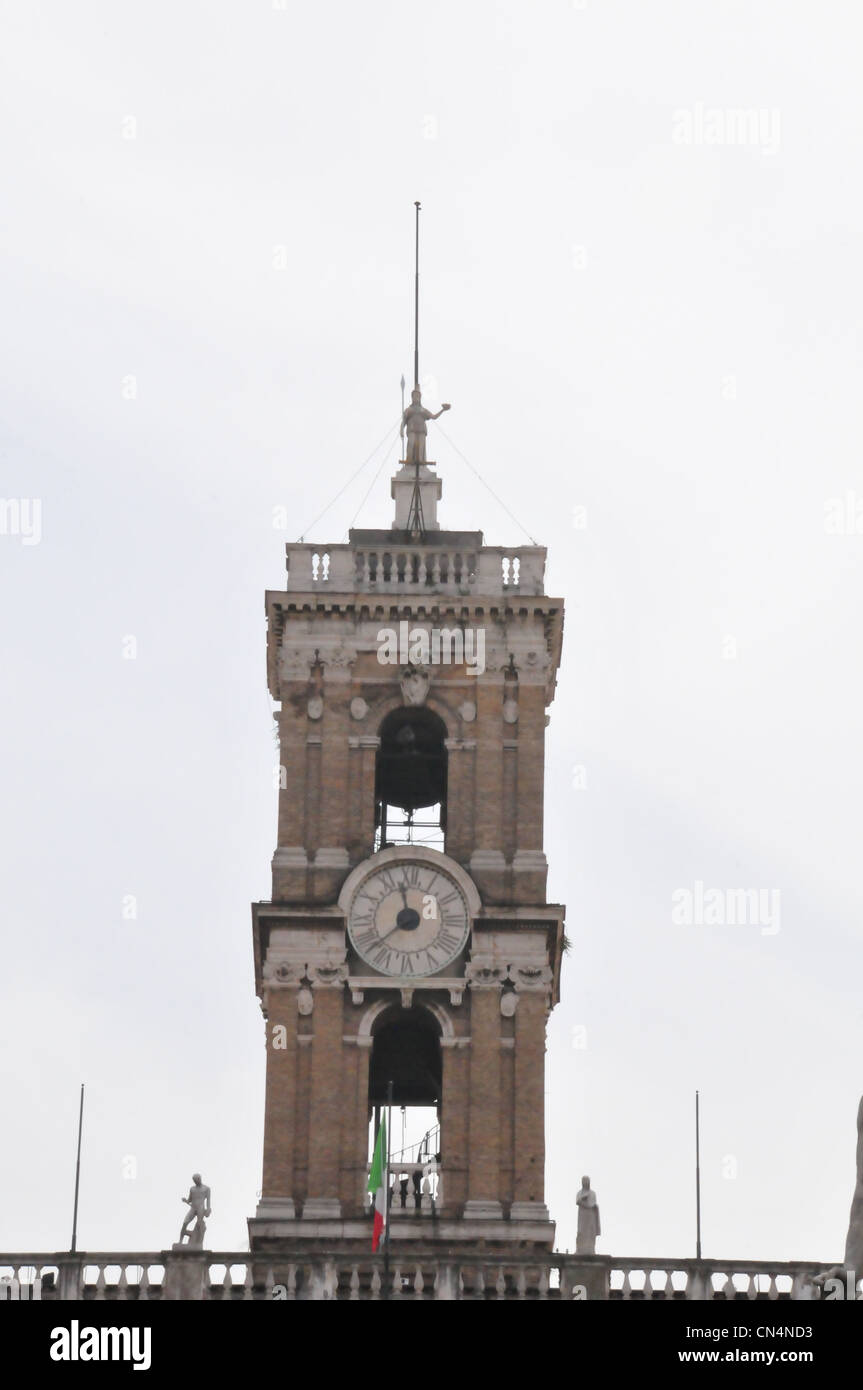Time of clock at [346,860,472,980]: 11:38
